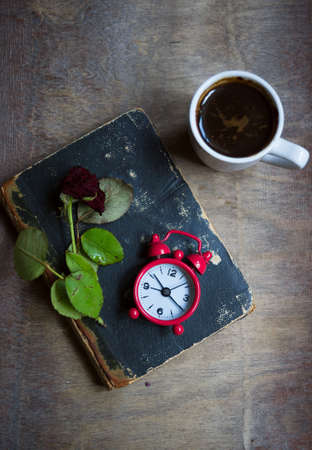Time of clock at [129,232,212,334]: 10:20
